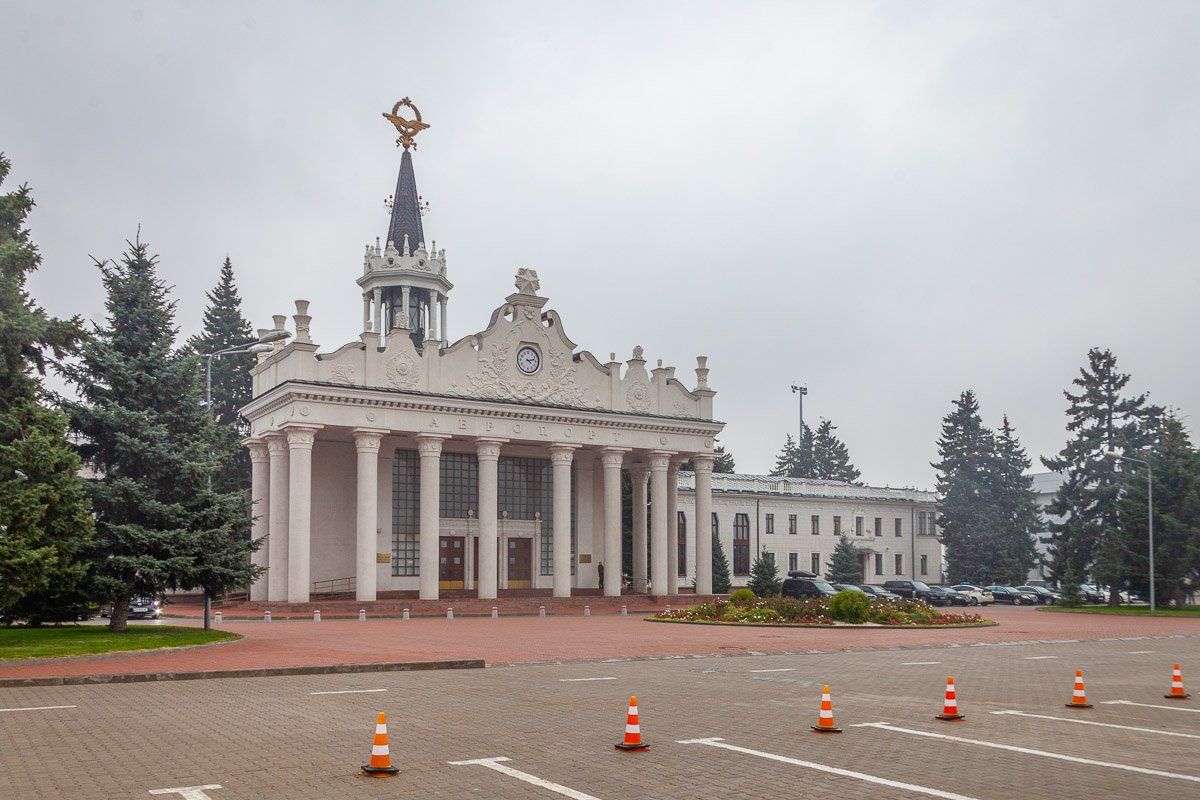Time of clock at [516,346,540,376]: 4:12
